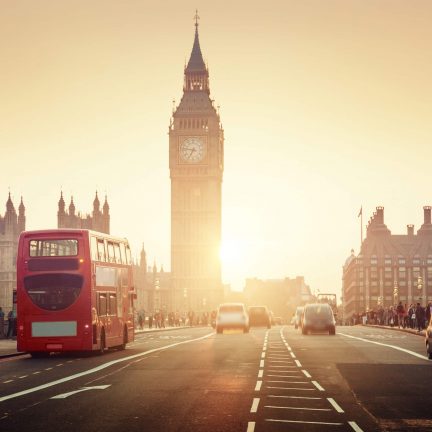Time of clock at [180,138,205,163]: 6:46
